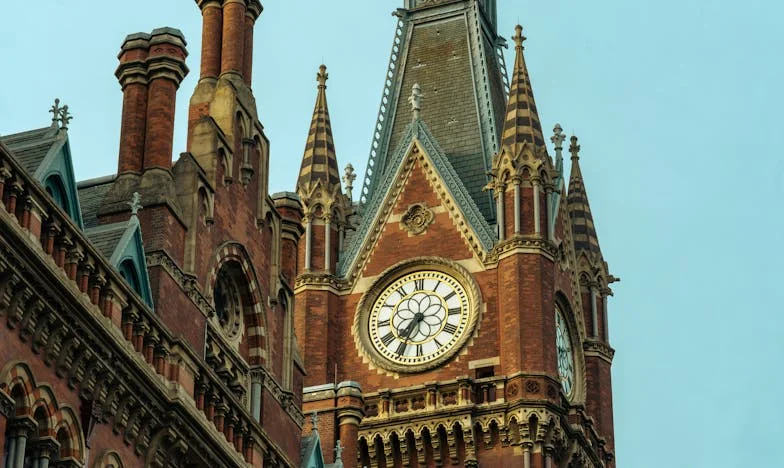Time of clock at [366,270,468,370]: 7:34
